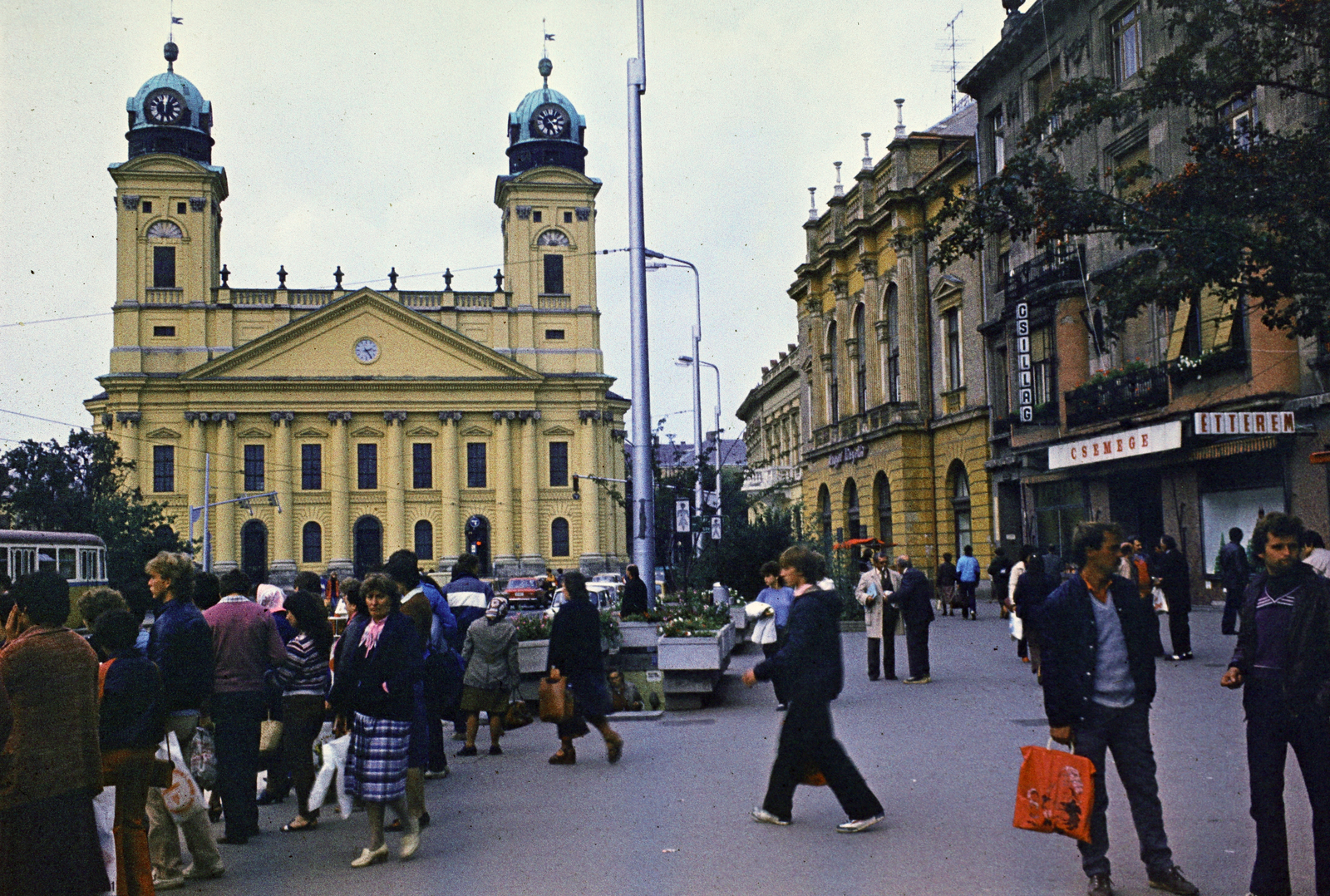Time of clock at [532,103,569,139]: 2:23
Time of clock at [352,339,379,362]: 2:24
